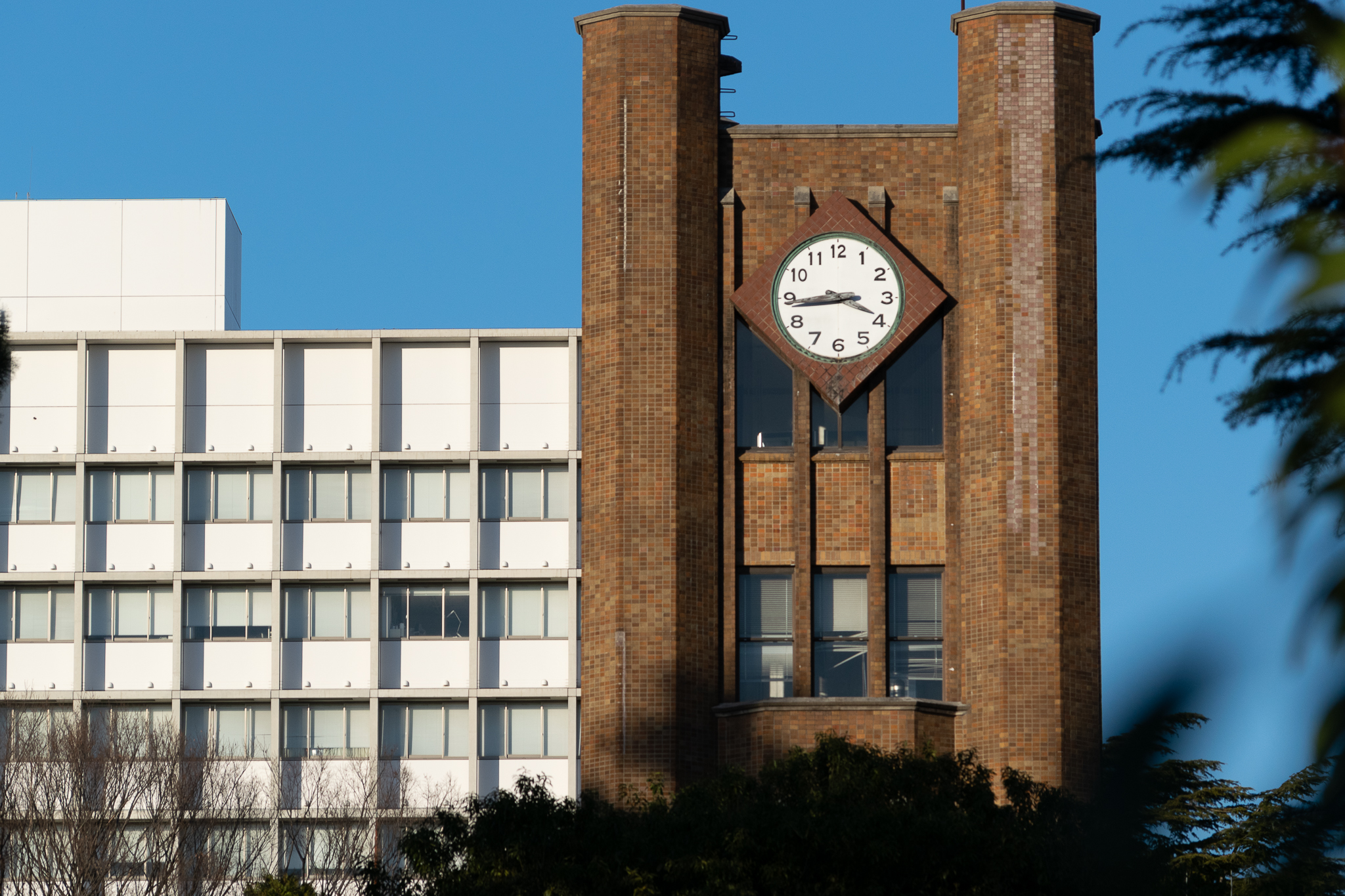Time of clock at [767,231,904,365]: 3:43
